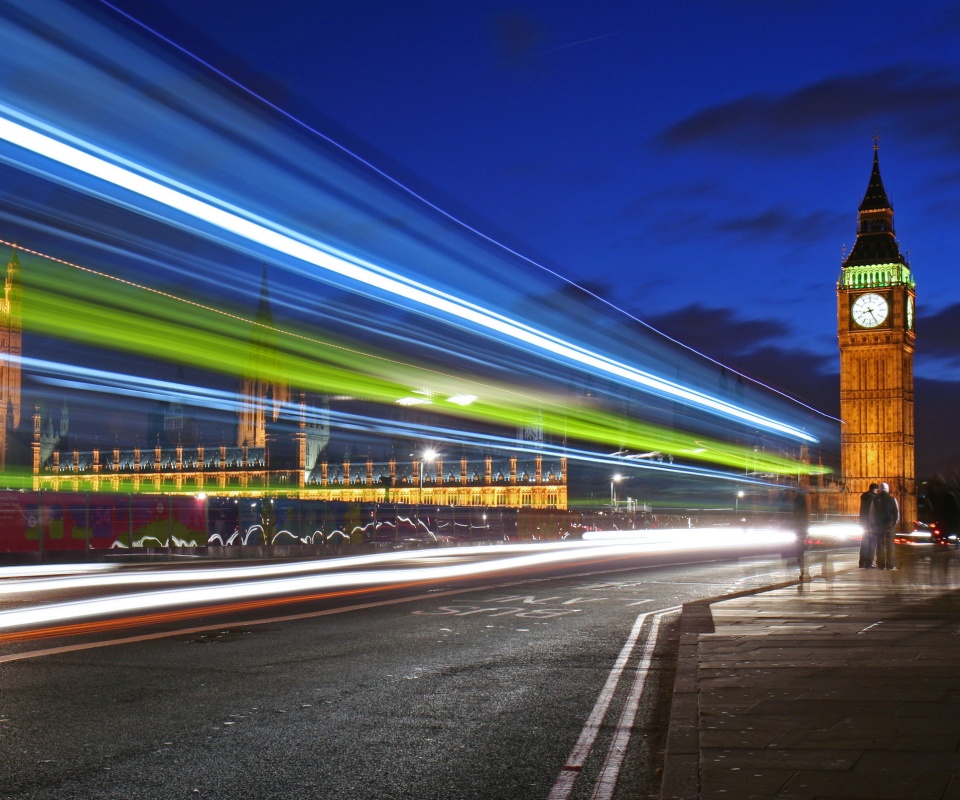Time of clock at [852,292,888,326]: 8:25
